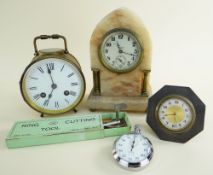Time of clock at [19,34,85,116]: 6:58
